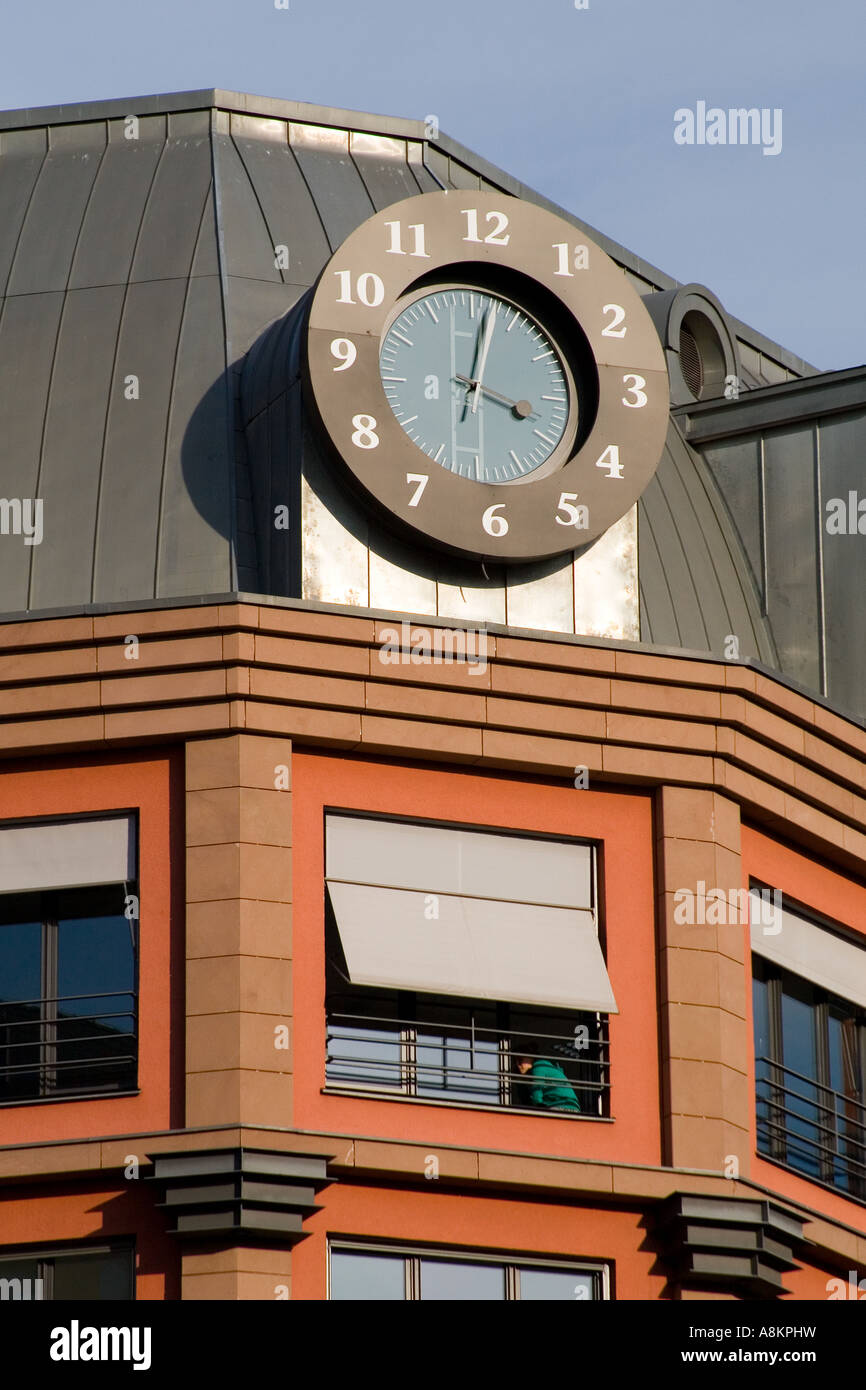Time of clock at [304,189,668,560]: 4:02
